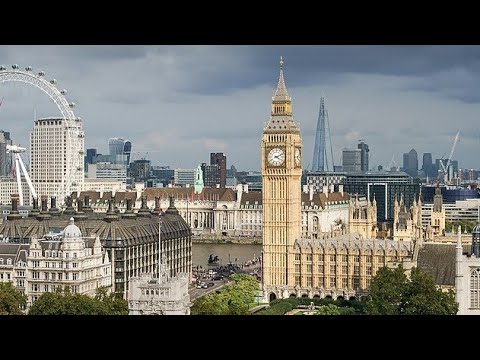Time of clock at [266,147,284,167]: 4:11
